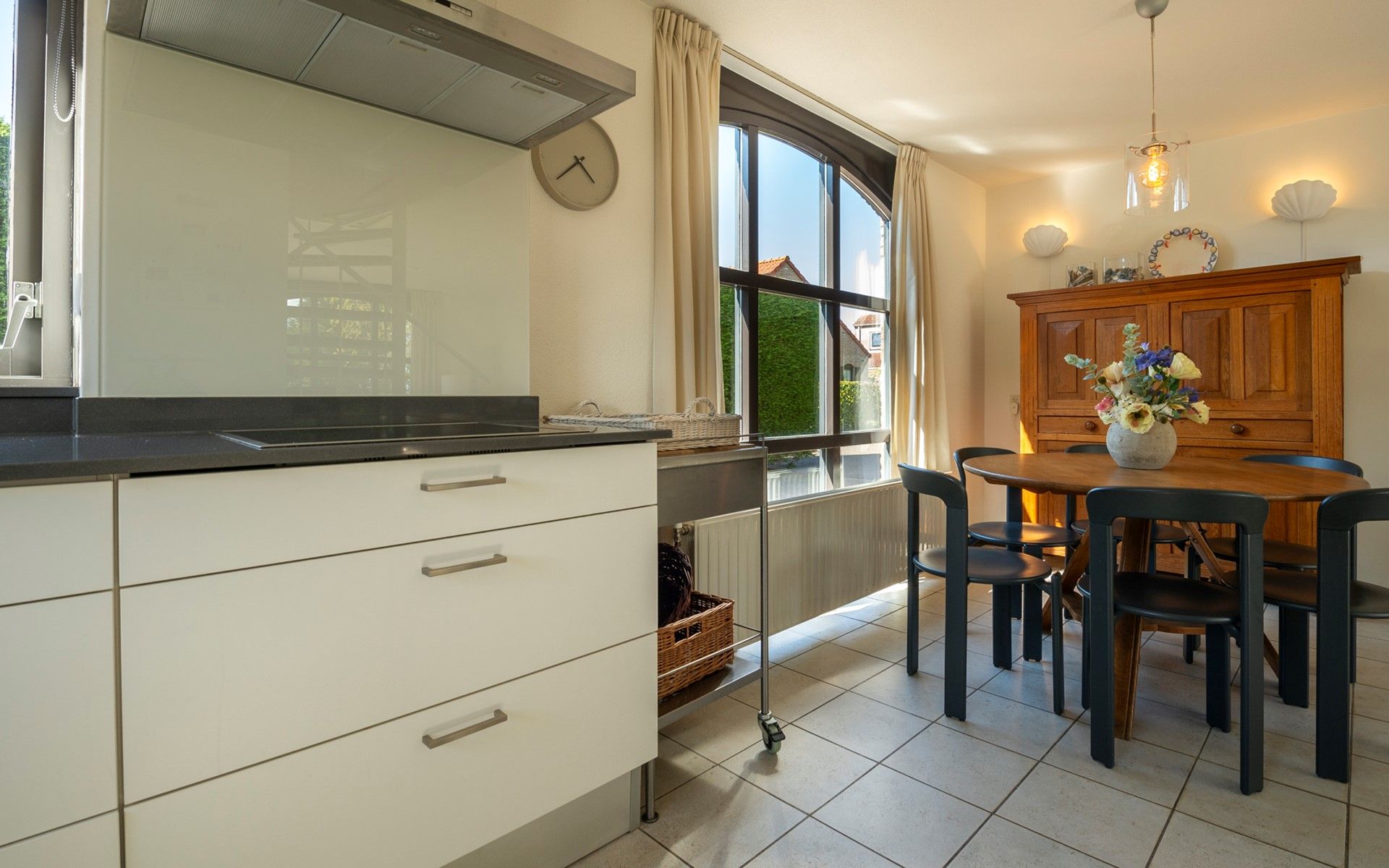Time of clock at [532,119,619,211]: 4:39
